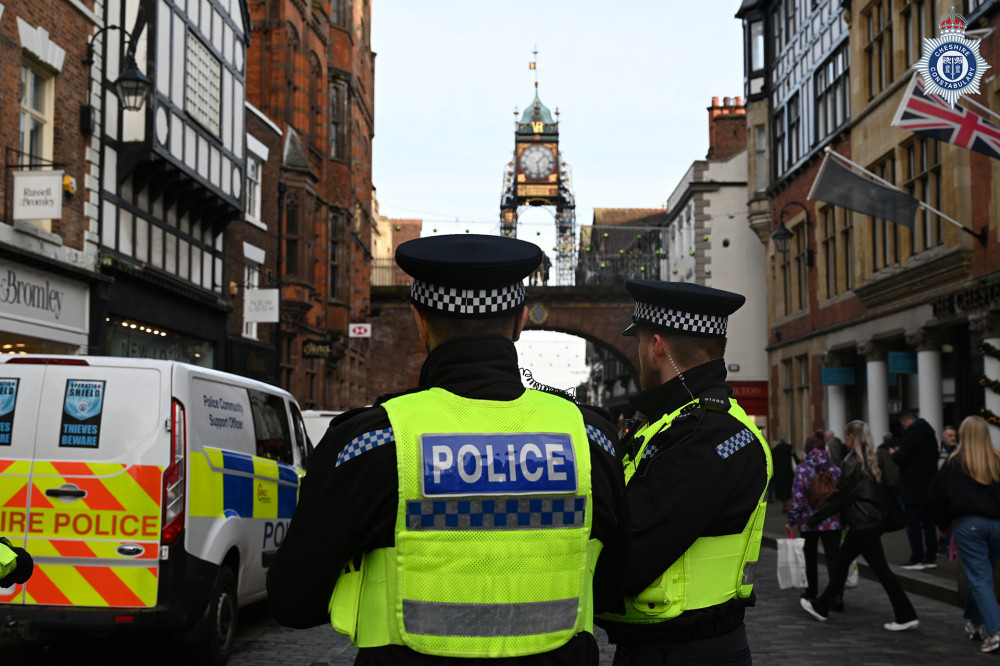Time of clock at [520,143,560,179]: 1:28
